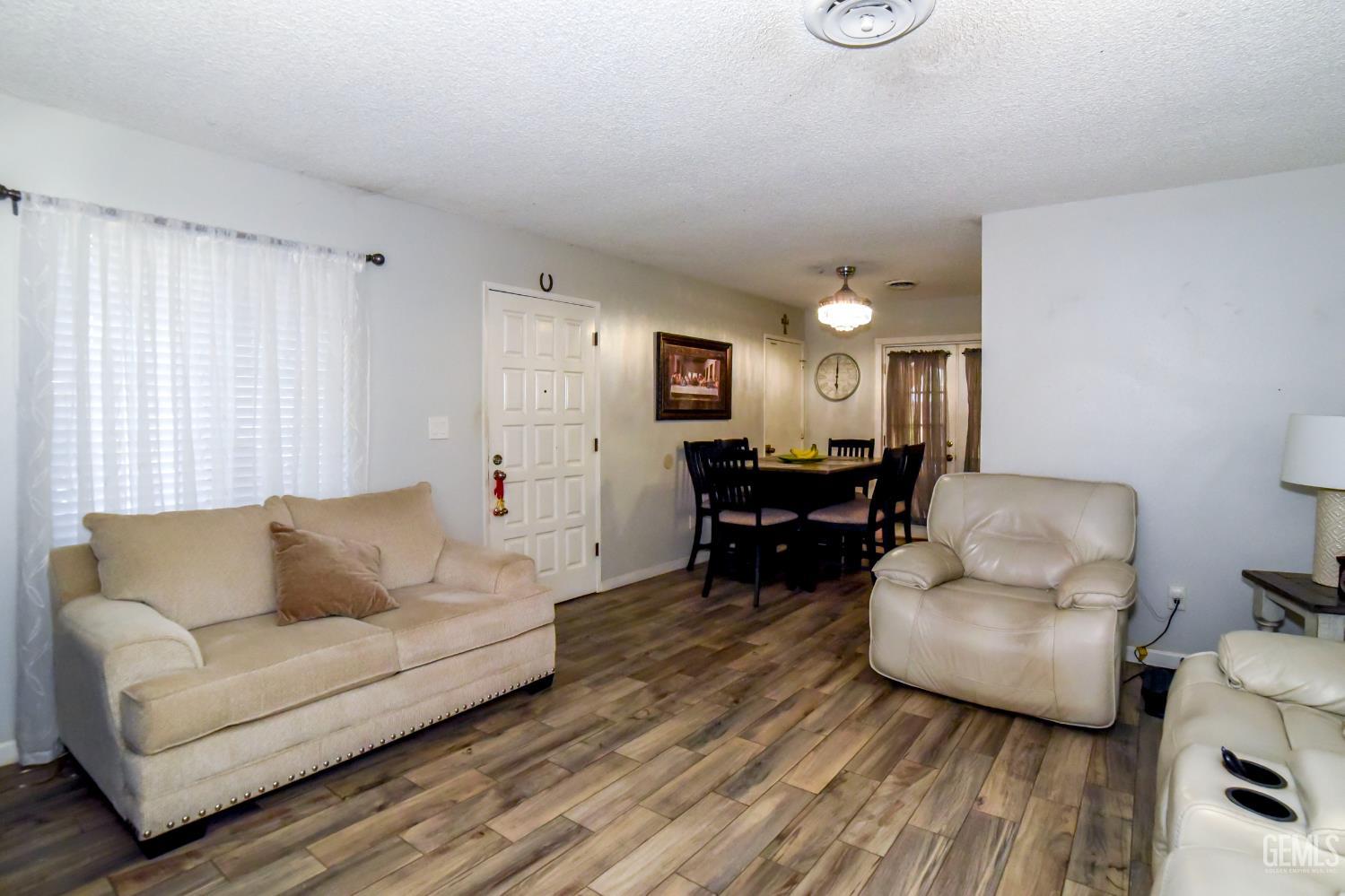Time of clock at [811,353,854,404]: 6:00
